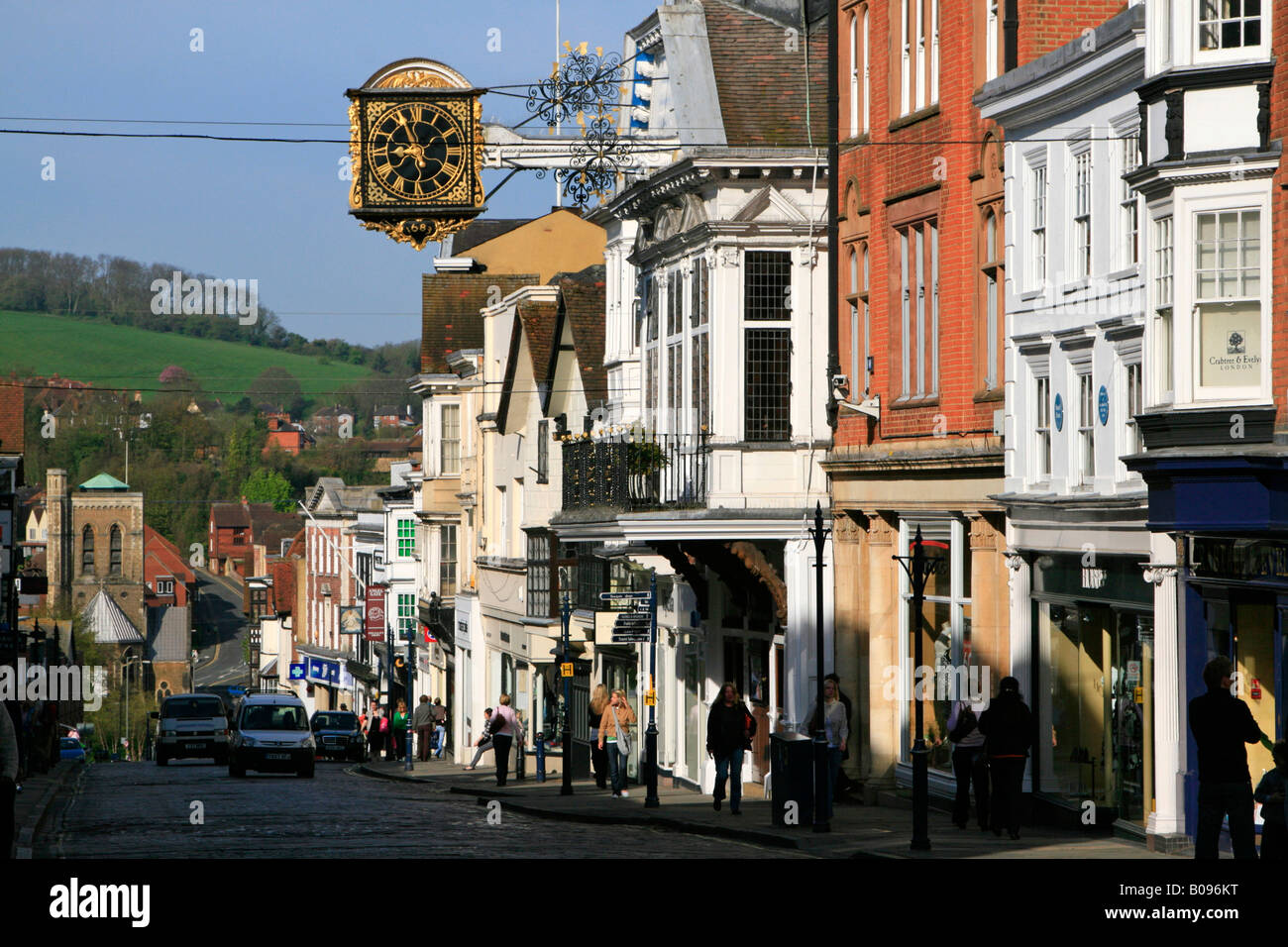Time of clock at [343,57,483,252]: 8:56
